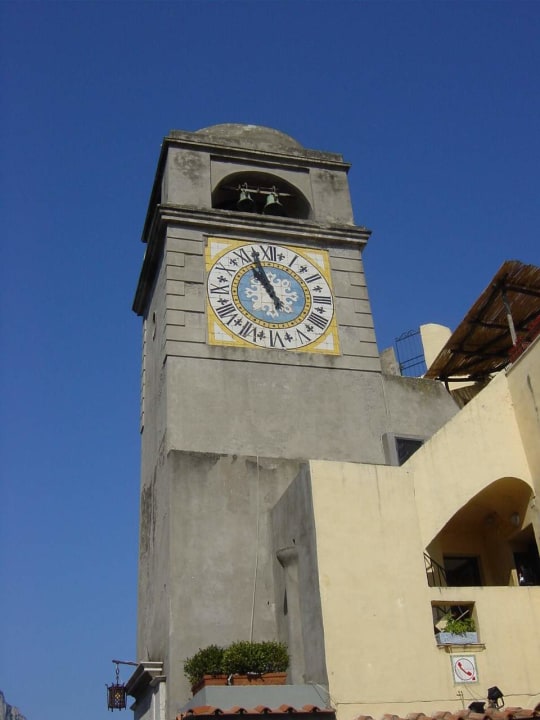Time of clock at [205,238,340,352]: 10:56
